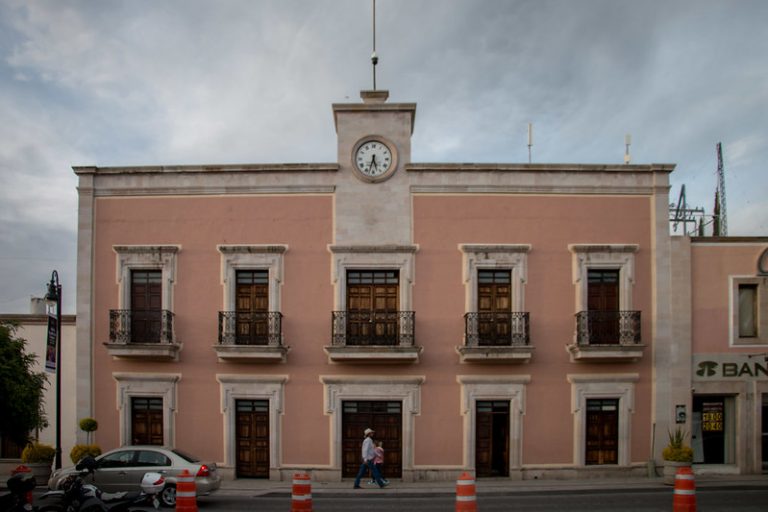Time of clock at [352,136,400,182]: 5:32
